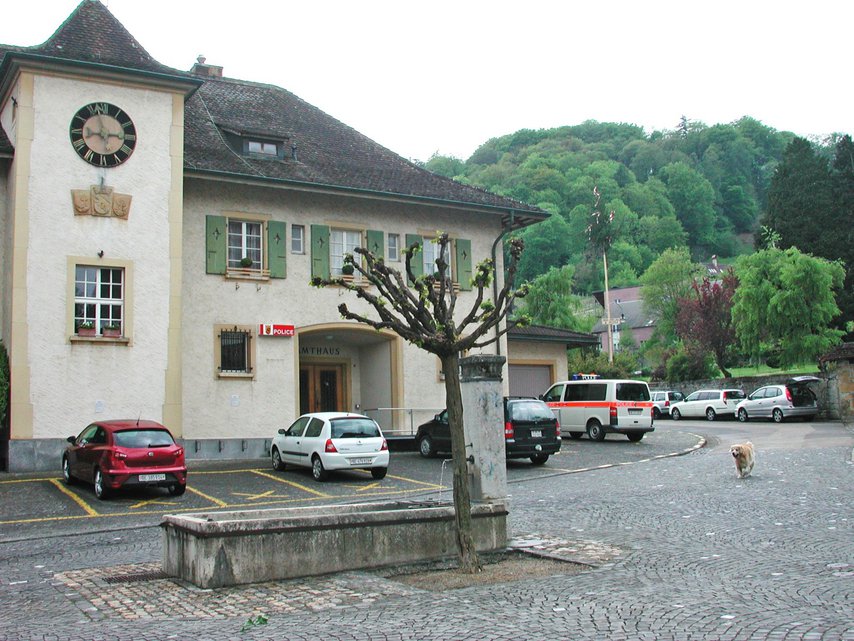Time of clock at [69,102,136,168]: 2:57
